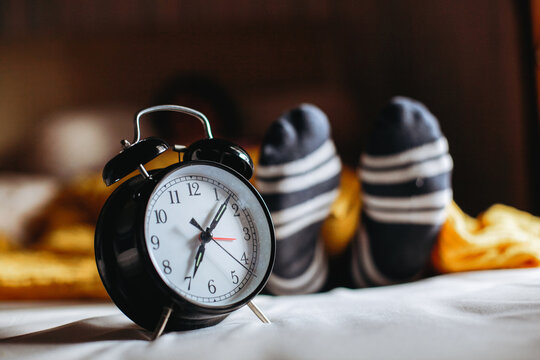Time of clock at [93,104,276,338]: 7:07
